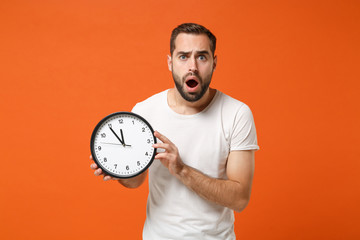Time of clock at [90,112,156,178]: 11:54
